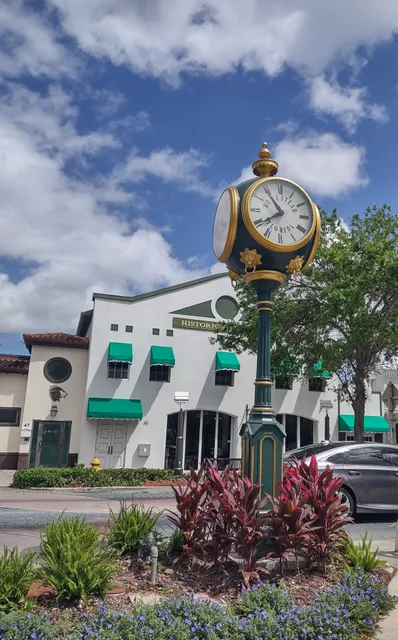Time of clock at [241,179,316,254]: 7:54
